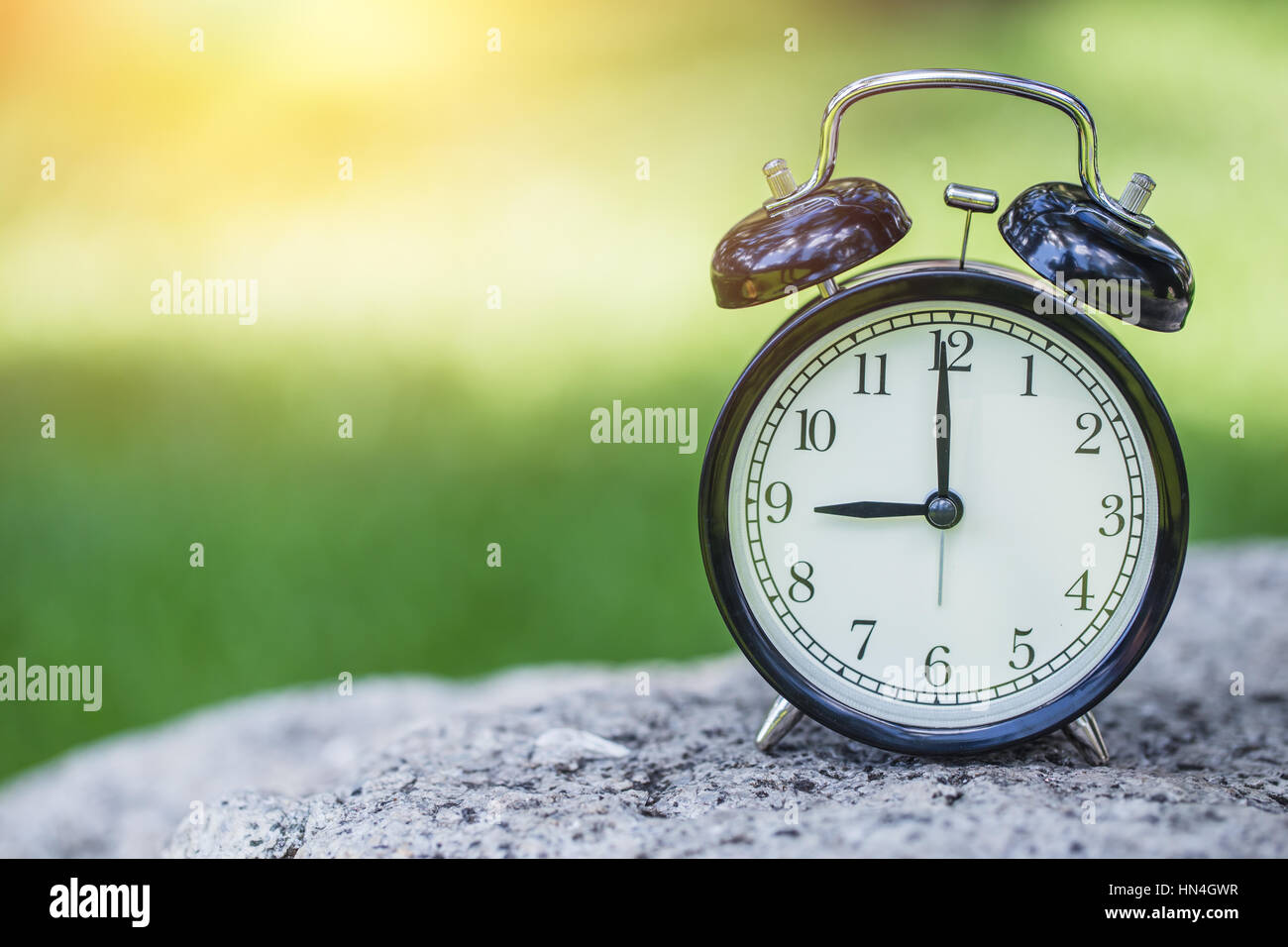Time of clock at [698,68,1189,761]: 8:59
